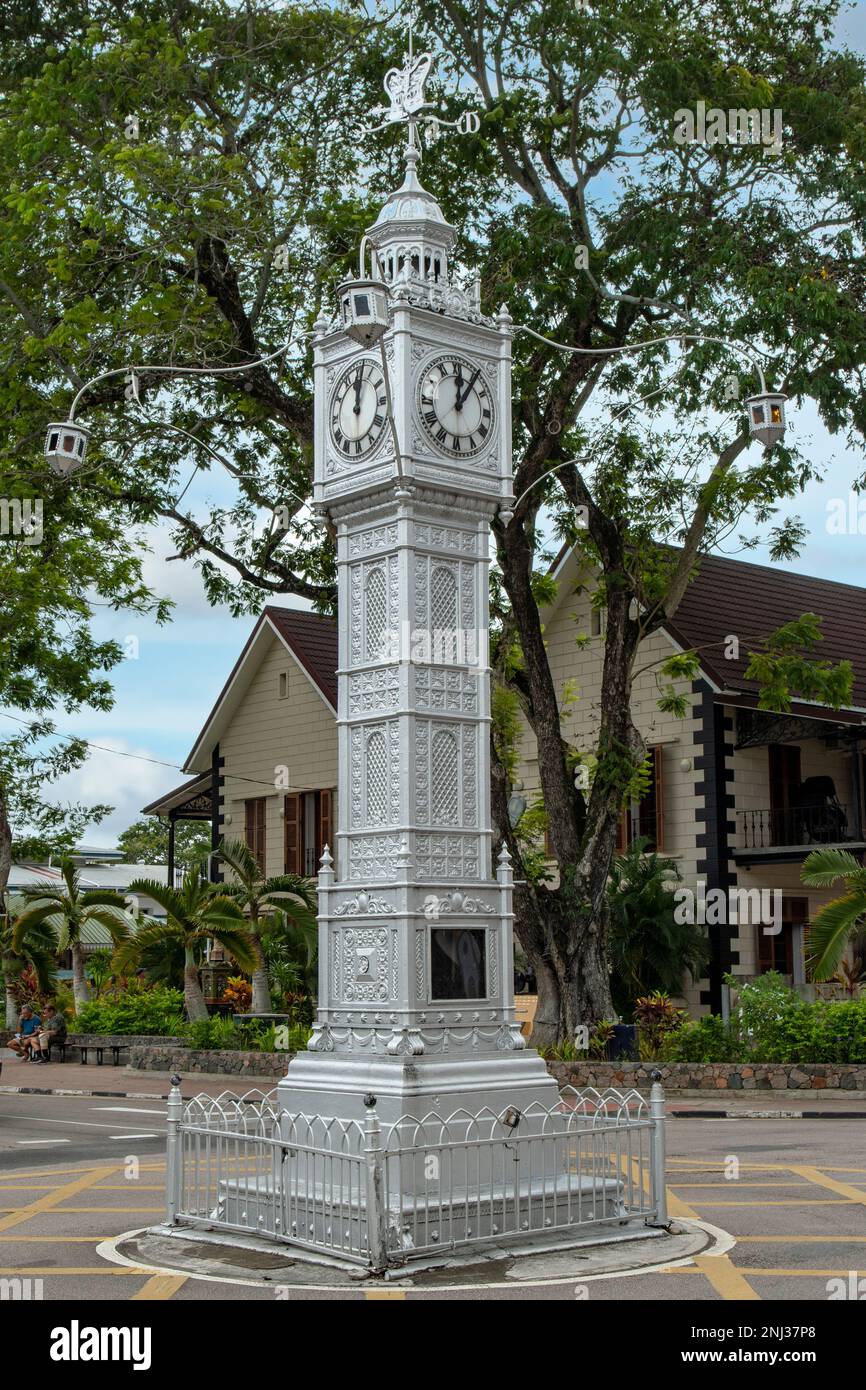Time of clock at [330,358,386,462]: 12:01
